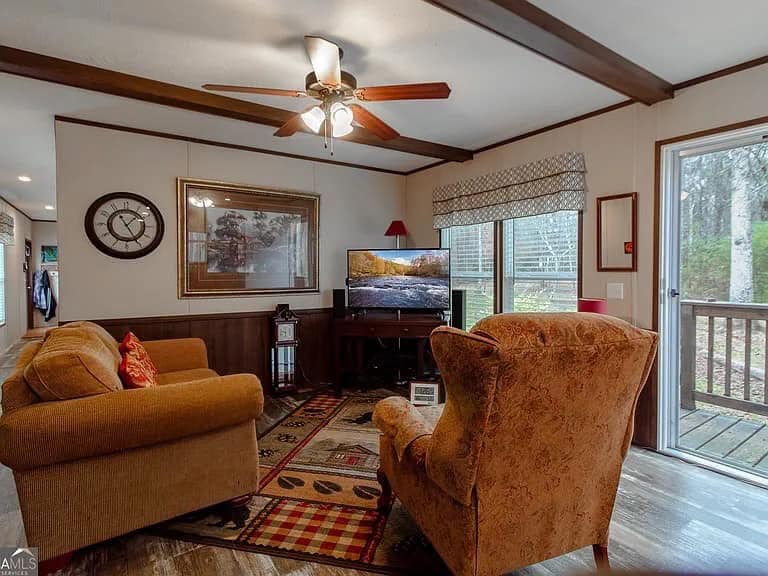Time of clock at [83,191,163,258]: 1:25
